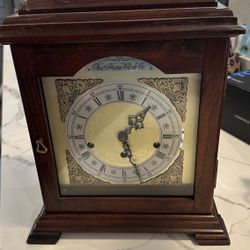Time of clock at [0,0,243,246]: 1:26
